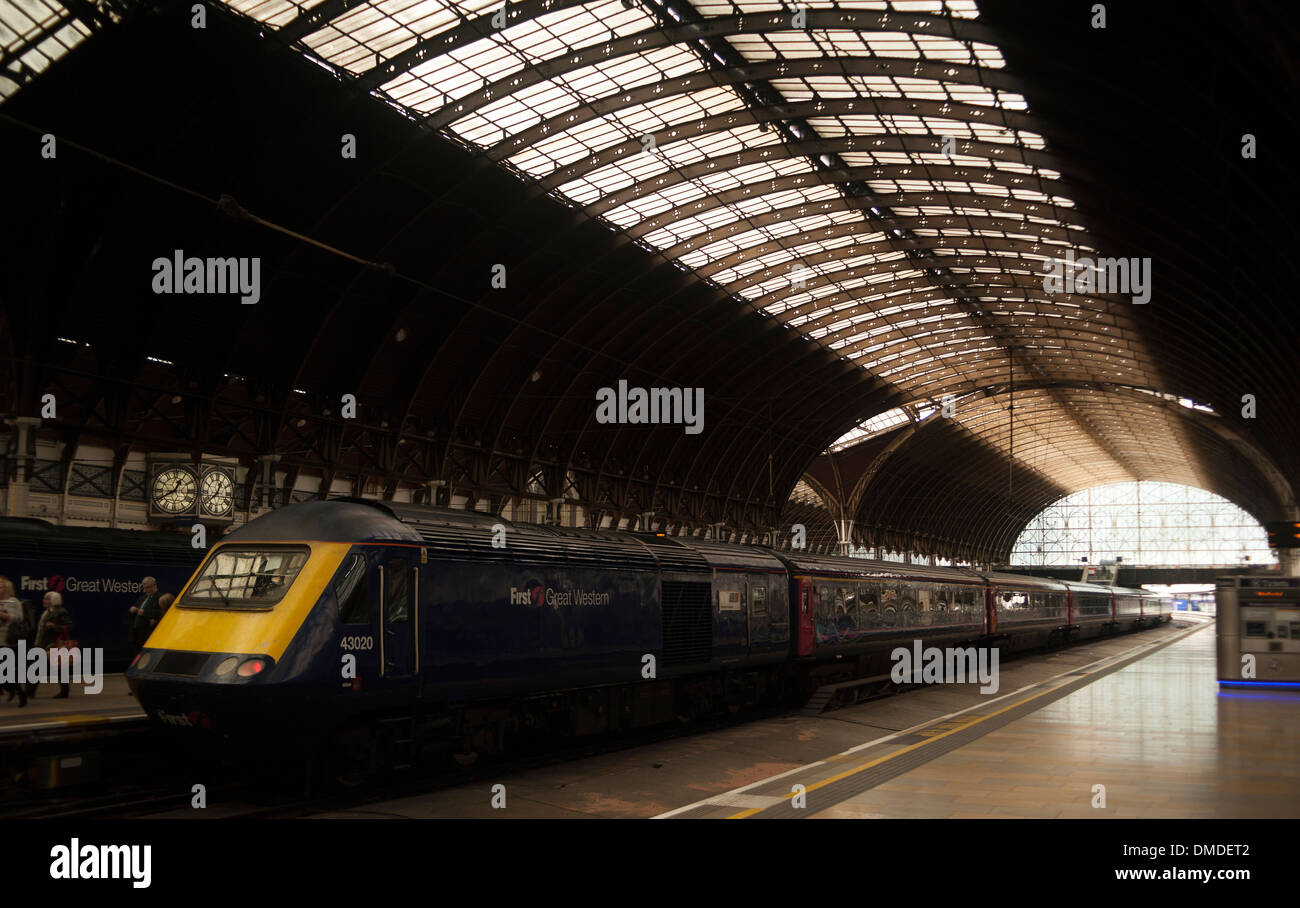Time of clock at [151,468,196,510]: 12:40
